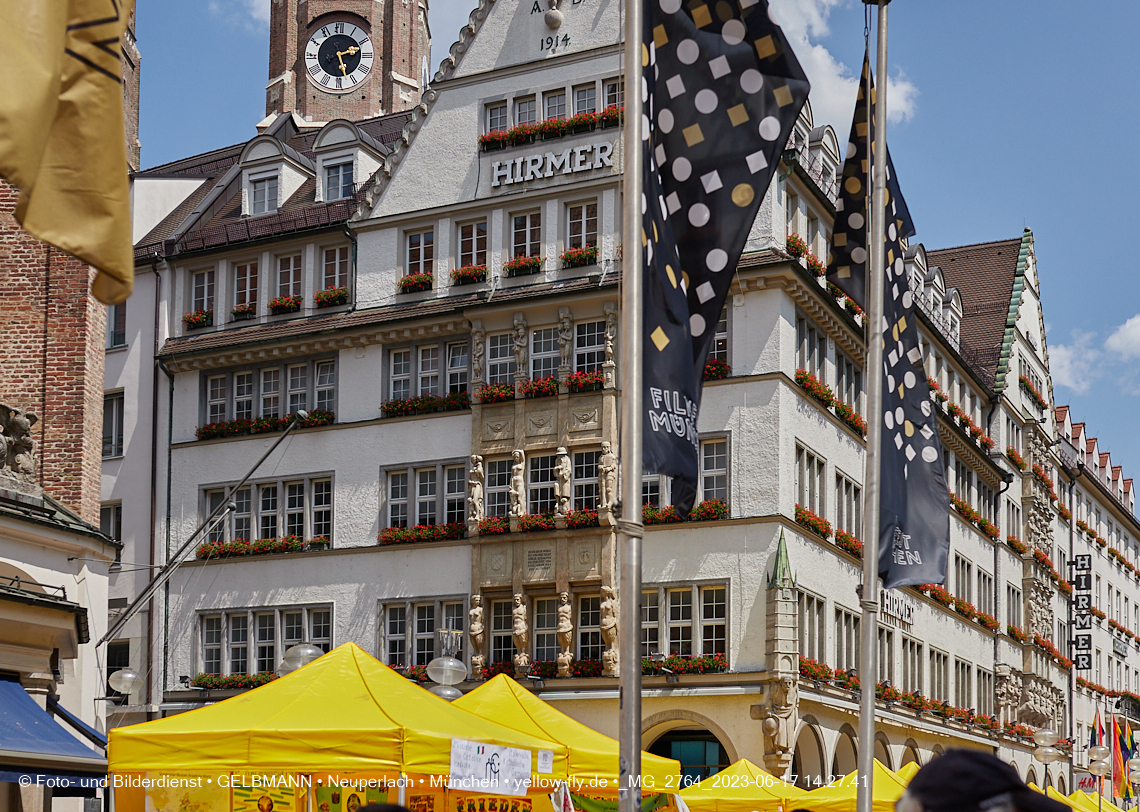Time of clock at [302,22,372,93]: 2:27
